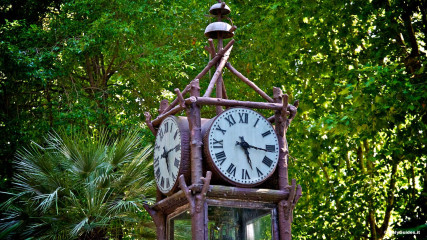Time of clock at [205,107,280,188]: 5:16
